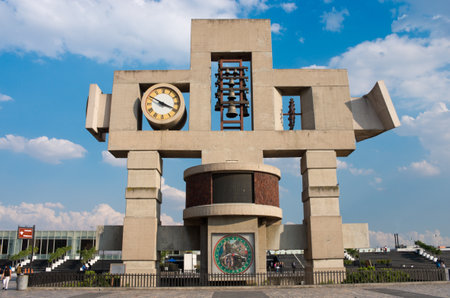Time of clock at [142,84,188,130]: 3:50
